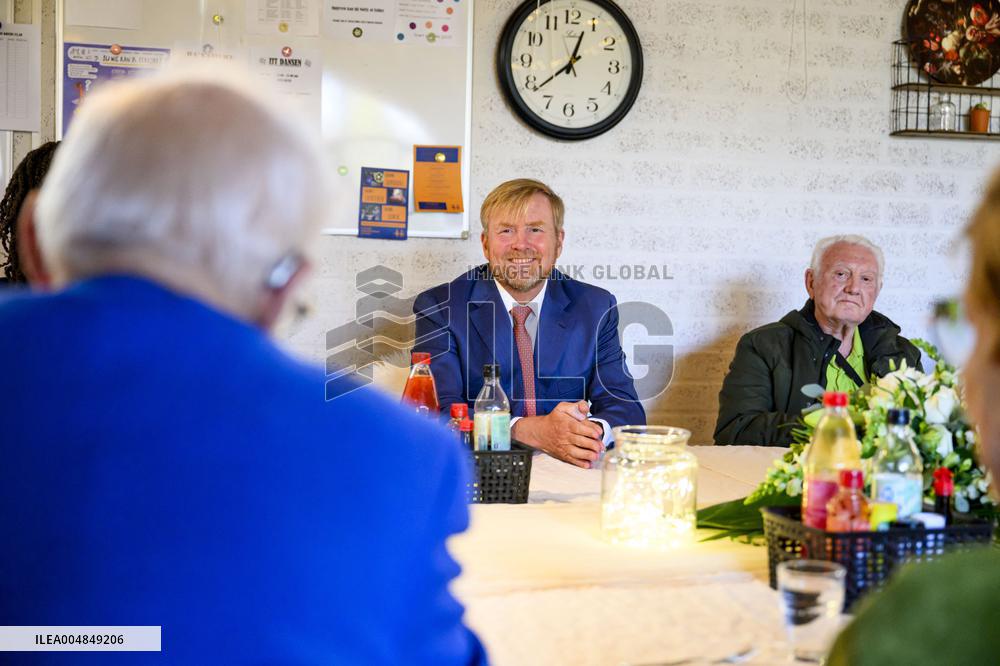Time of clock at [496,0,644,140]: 12:38
